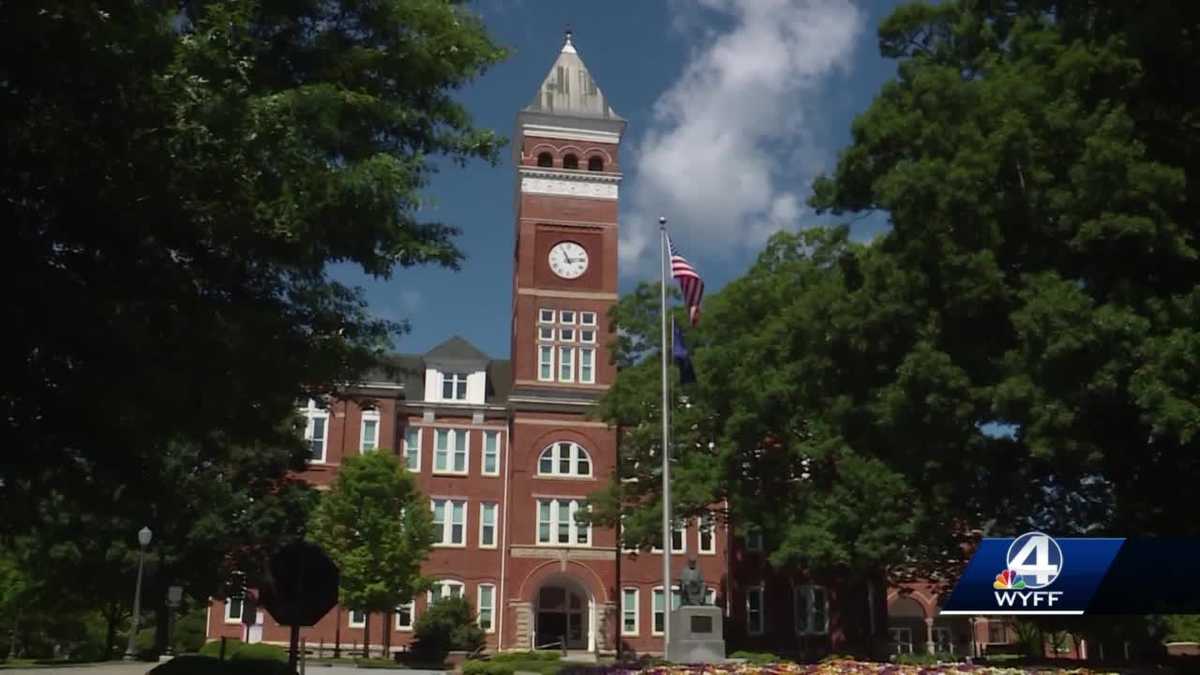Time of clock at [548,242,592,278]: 11:13
